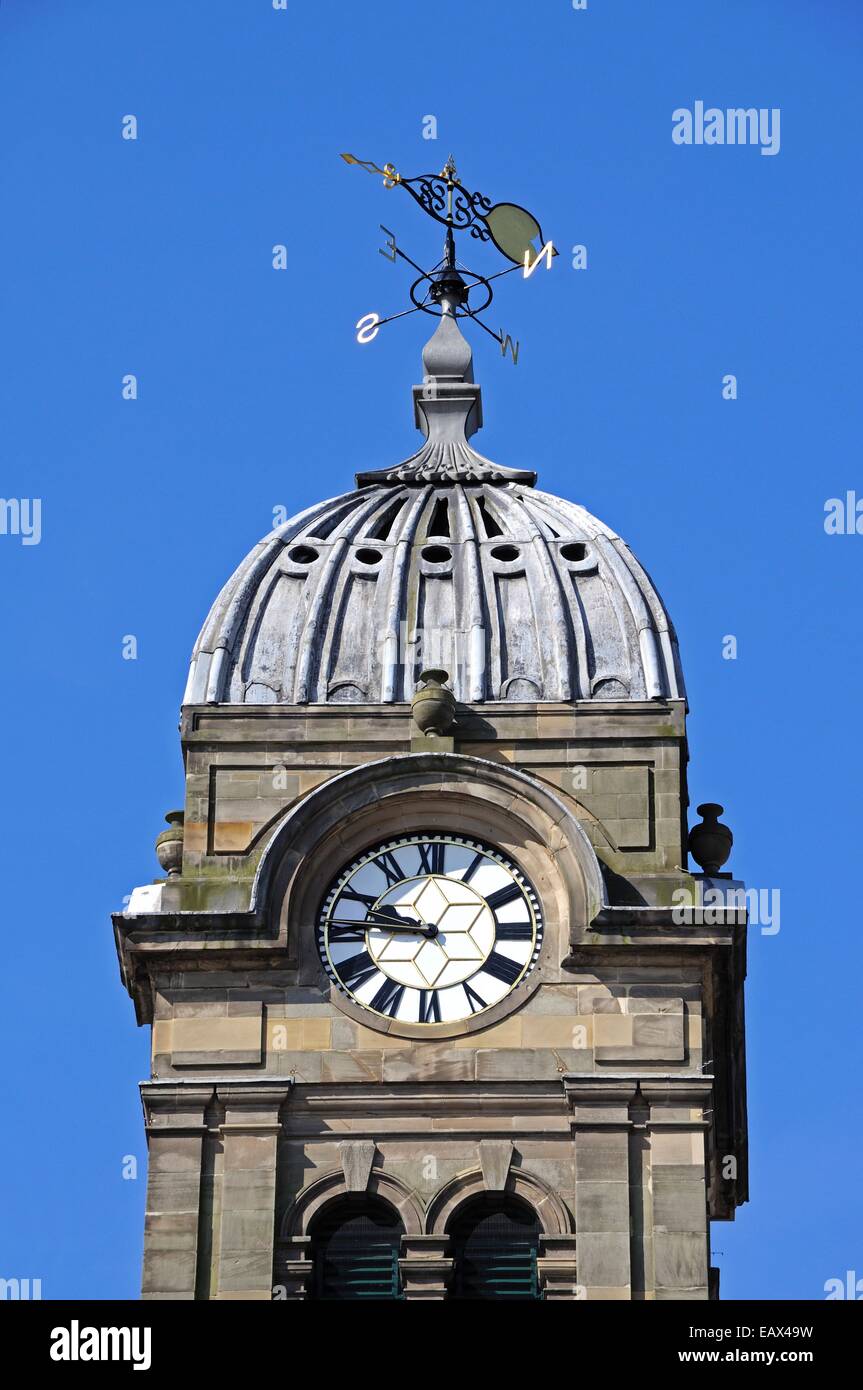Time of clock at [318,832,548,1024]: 9:45
